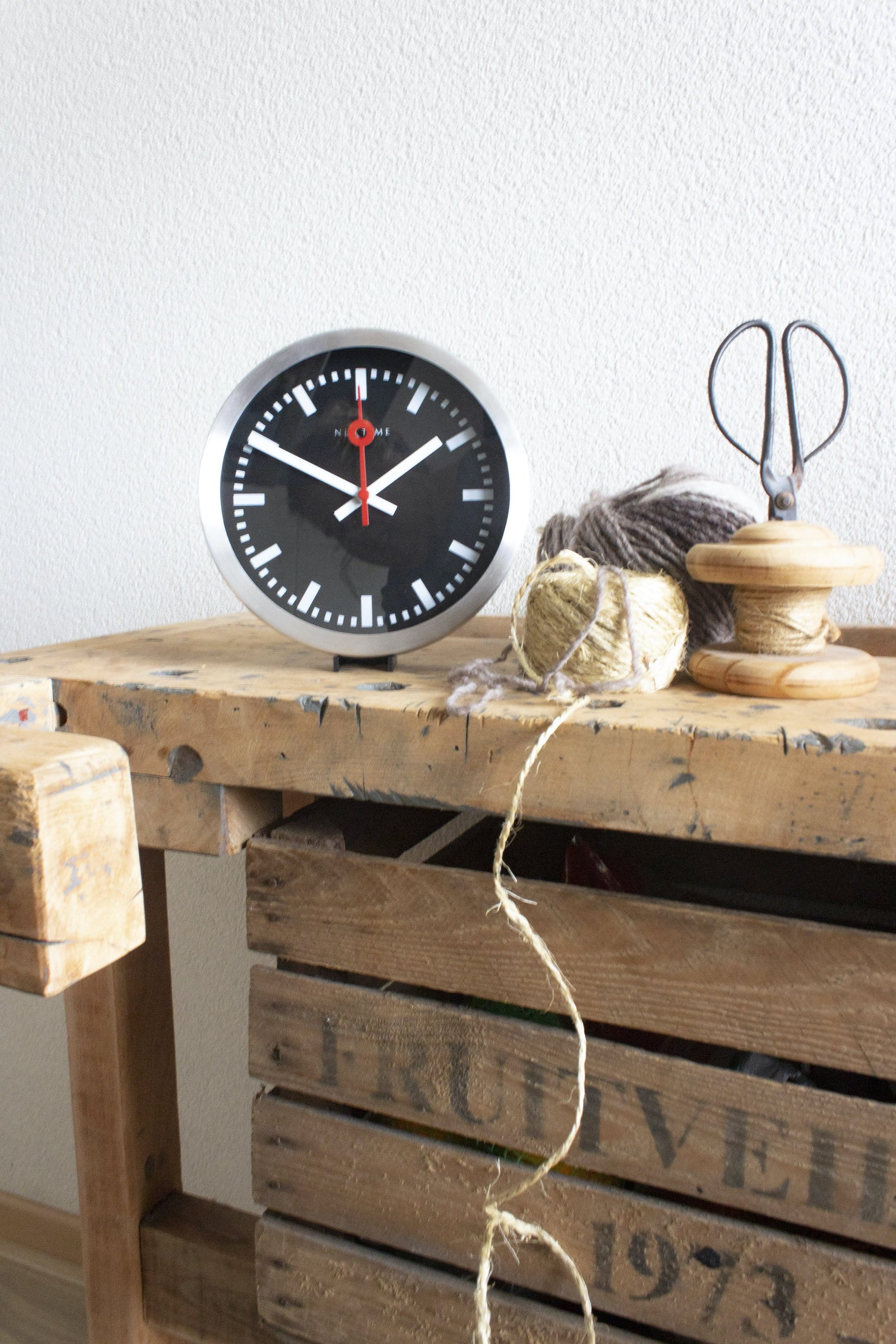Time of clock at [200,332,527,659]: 1:49
